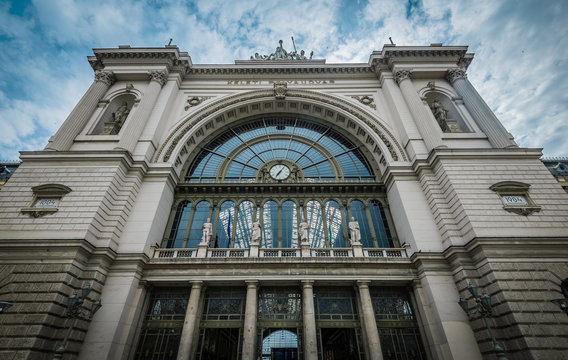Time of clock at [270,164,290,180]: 7:06
